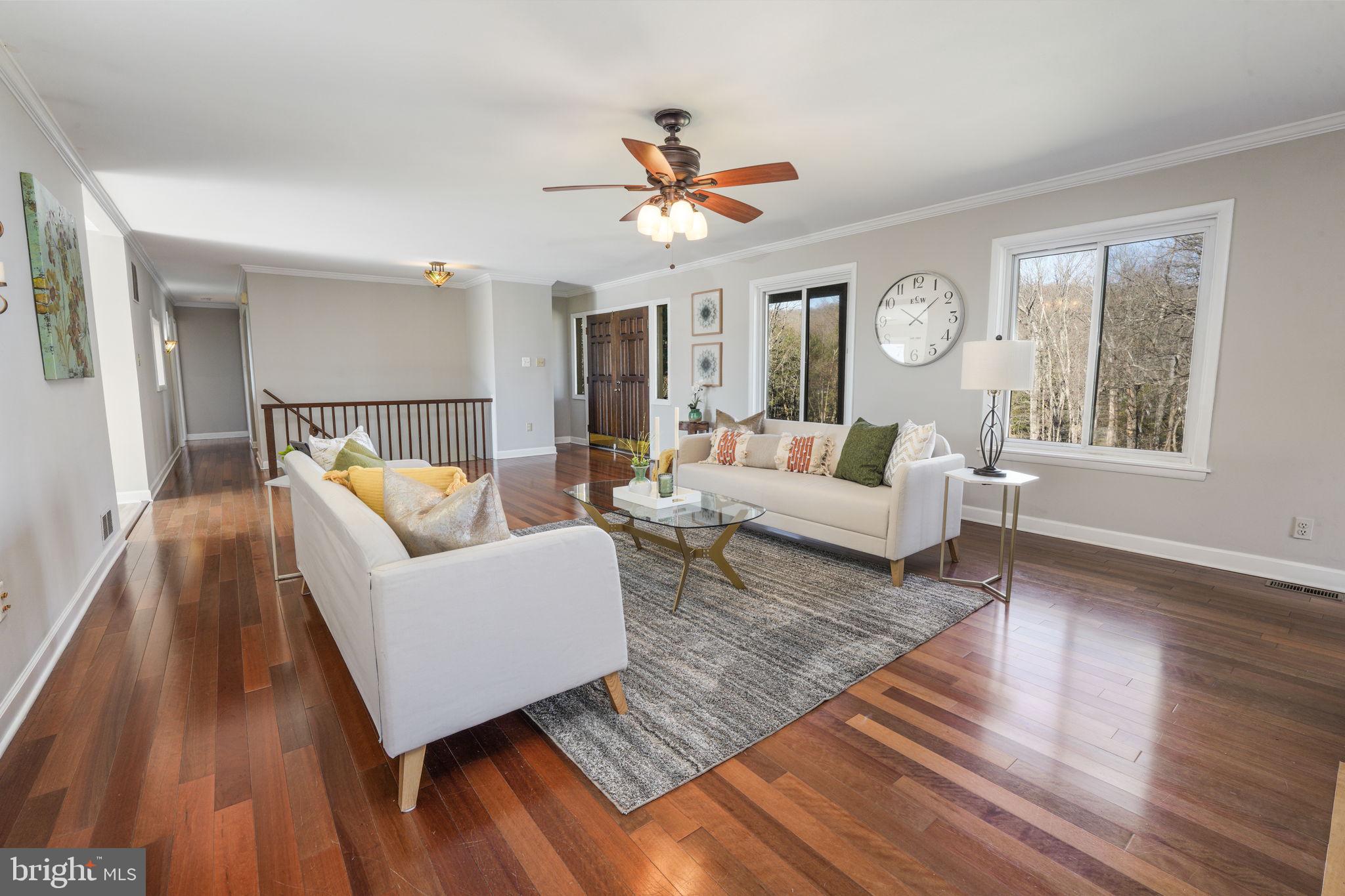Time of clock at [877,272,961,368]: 10:08
